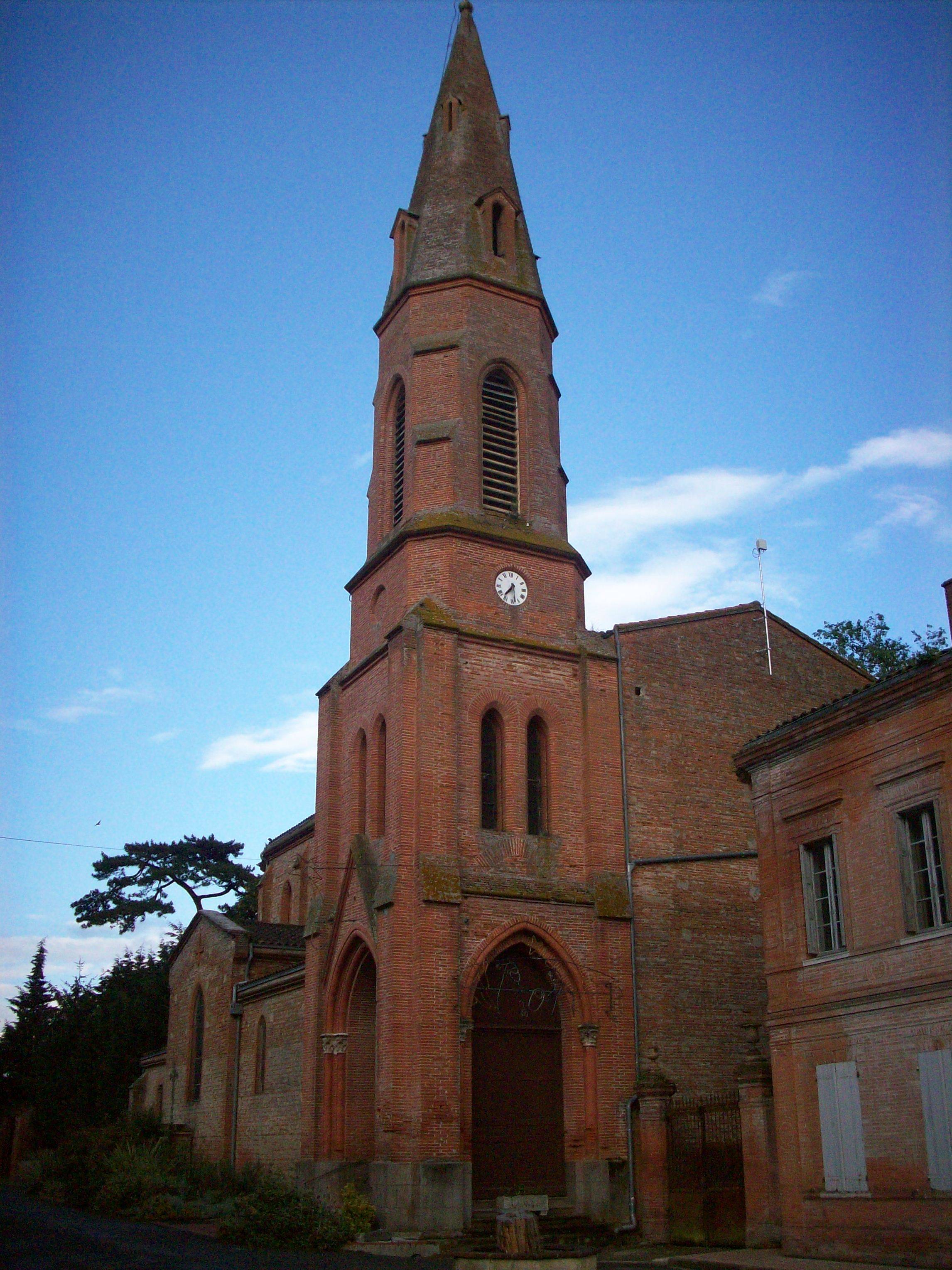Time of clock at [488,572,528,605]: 7:28
